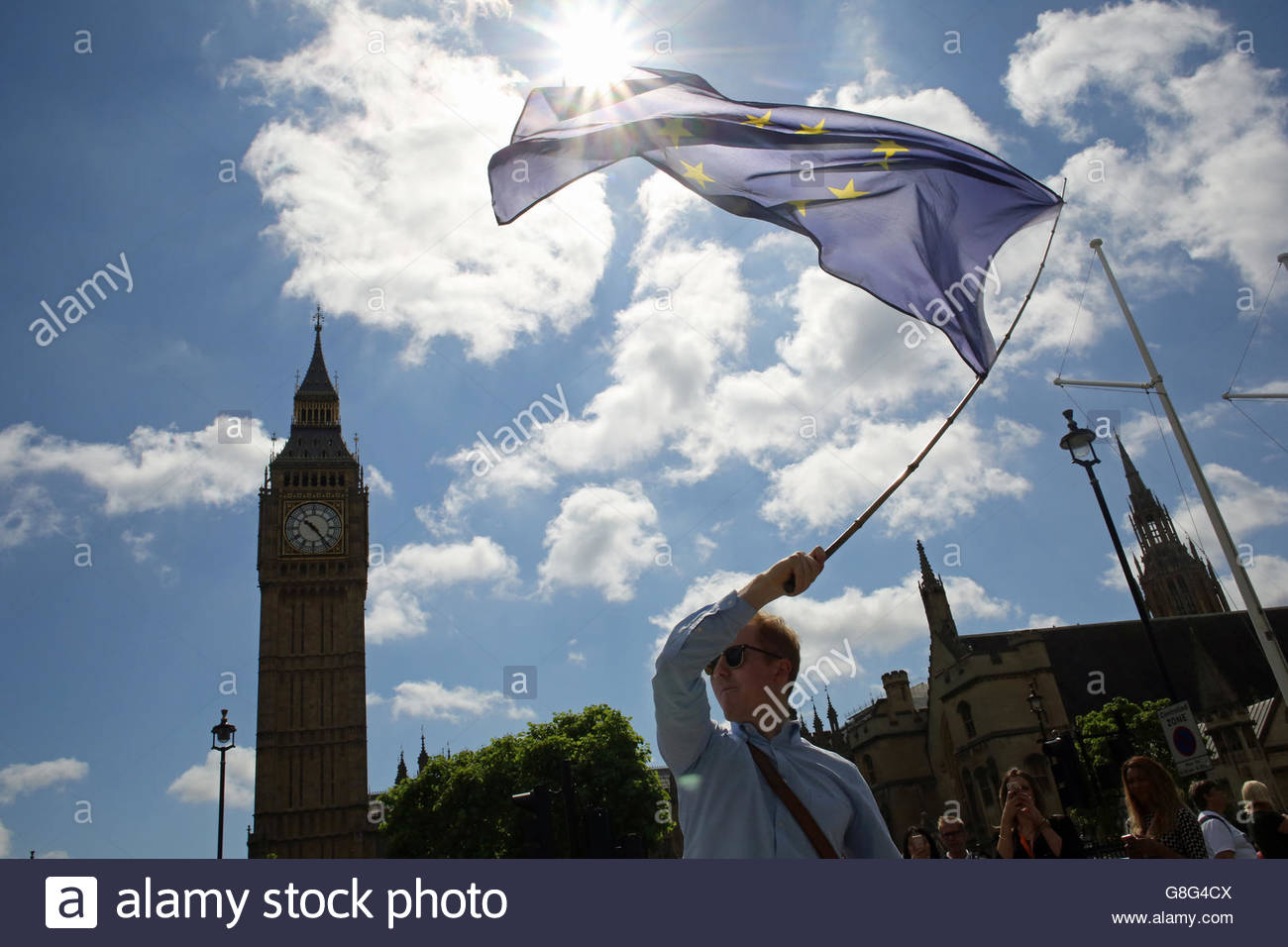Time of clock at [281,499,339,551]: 10:24
